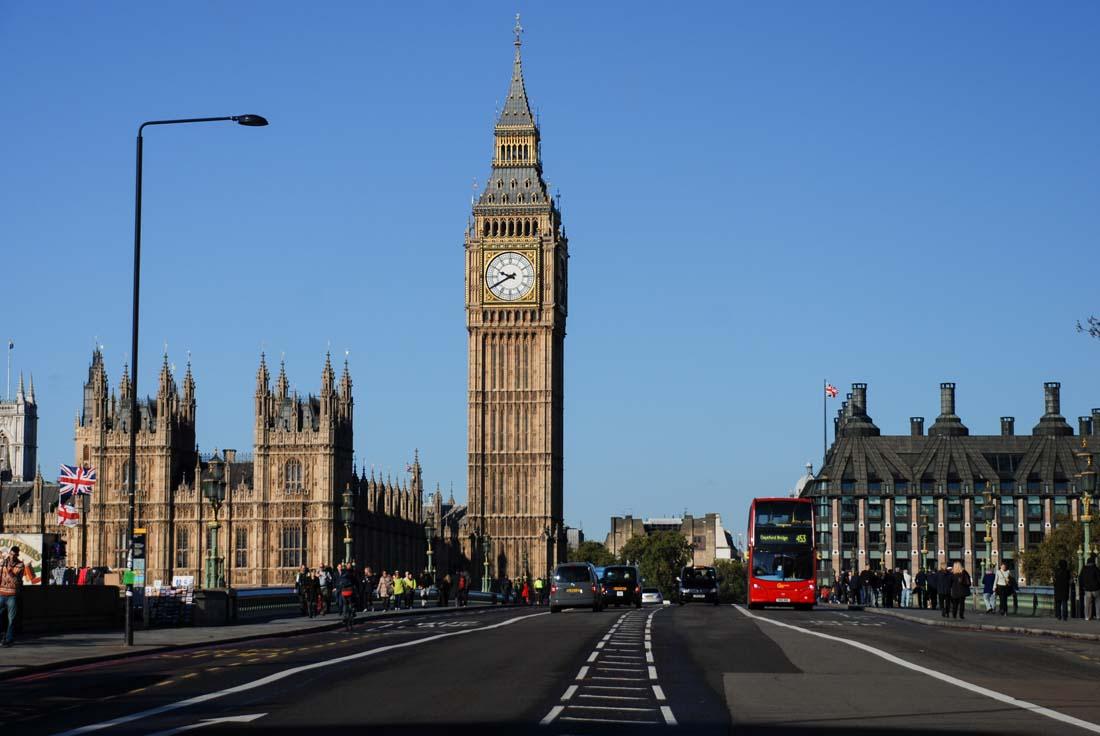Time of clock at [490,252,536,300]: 9:40
